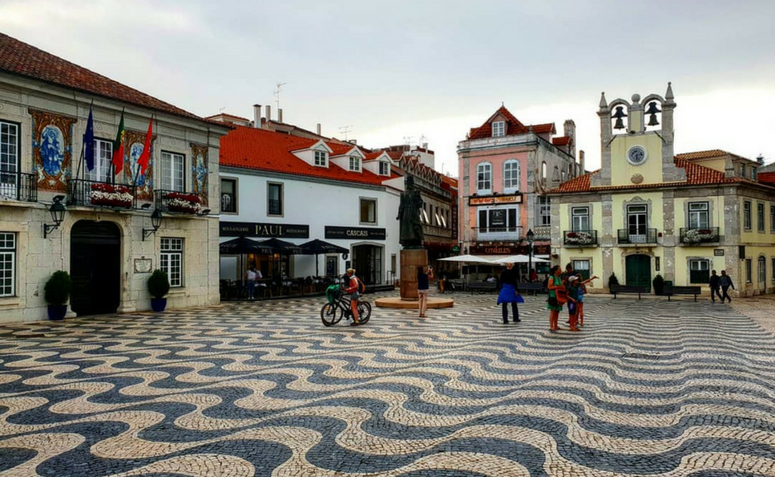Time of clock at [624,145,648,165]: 6:13
